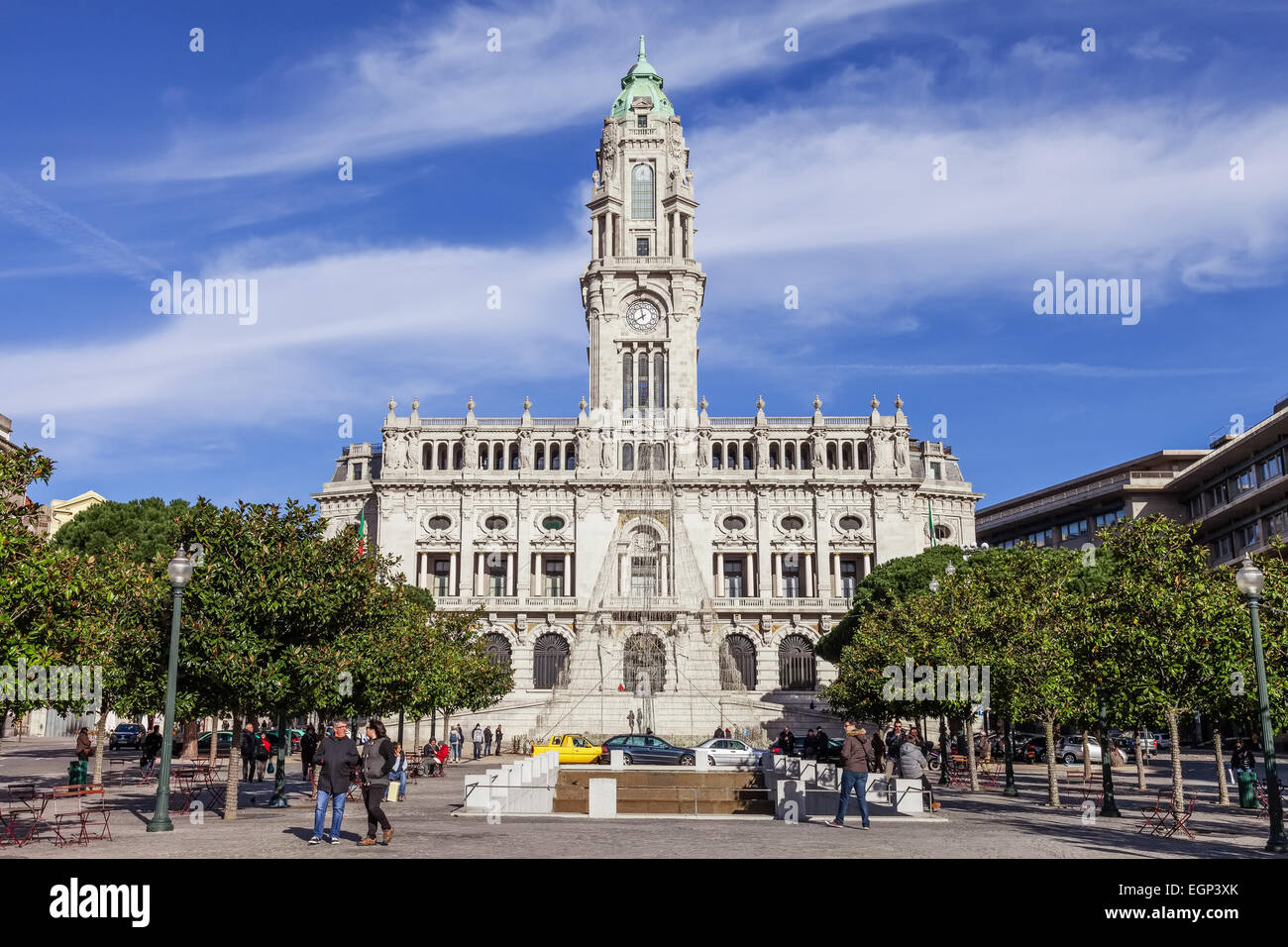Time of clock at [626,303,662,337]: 7:58
